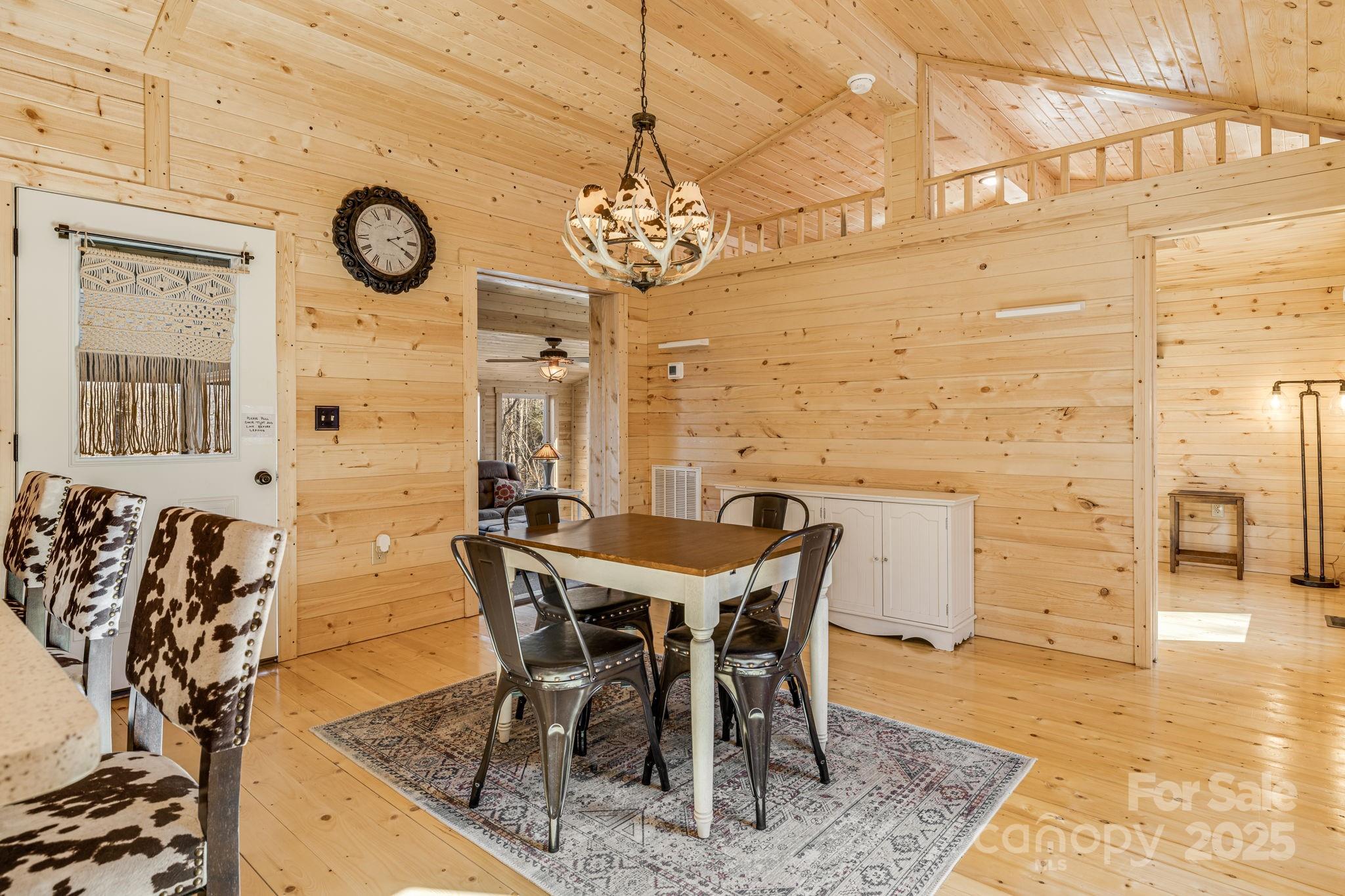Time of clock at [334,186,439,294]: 2:19
